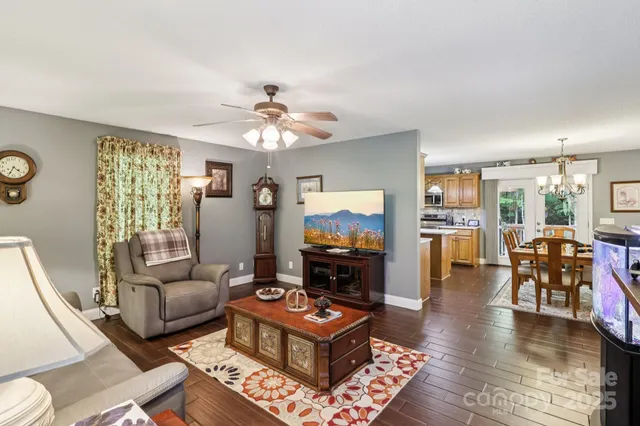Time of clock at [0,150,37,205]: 4:34
